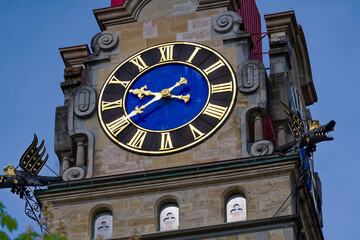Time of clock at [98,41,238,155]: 9:40
